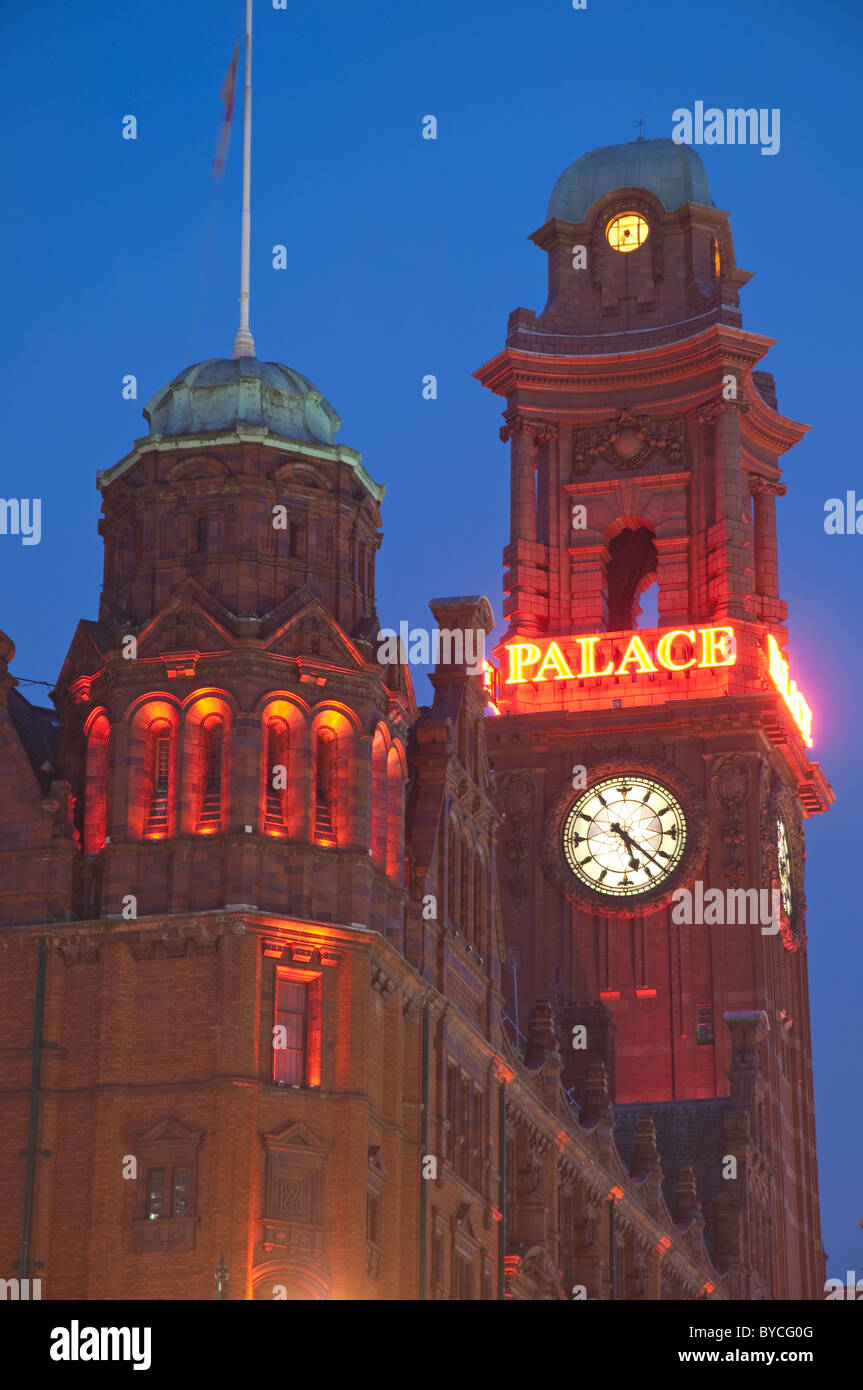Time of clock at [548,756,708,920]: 5:22
